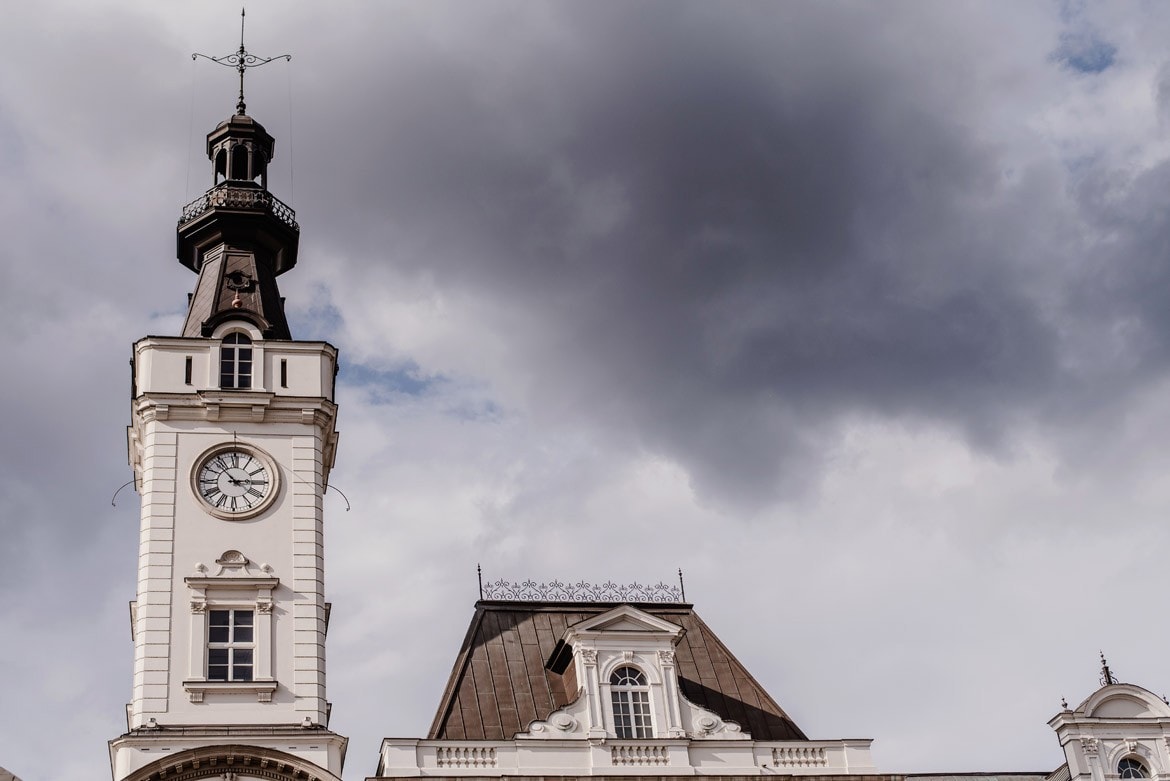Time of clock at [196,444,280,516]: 2:53
